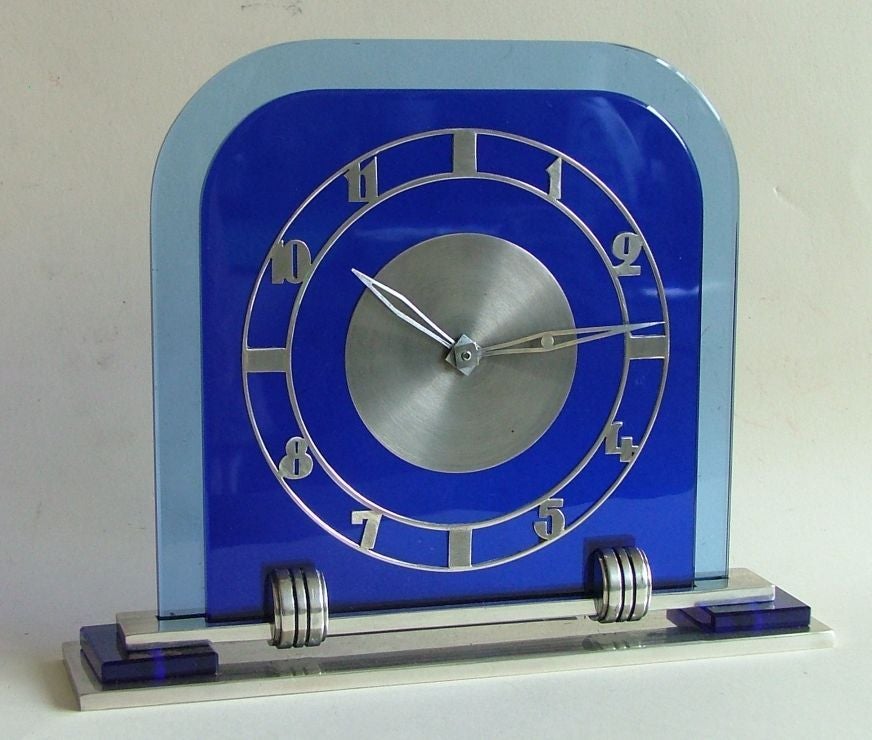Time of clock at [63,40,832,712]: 10:14
